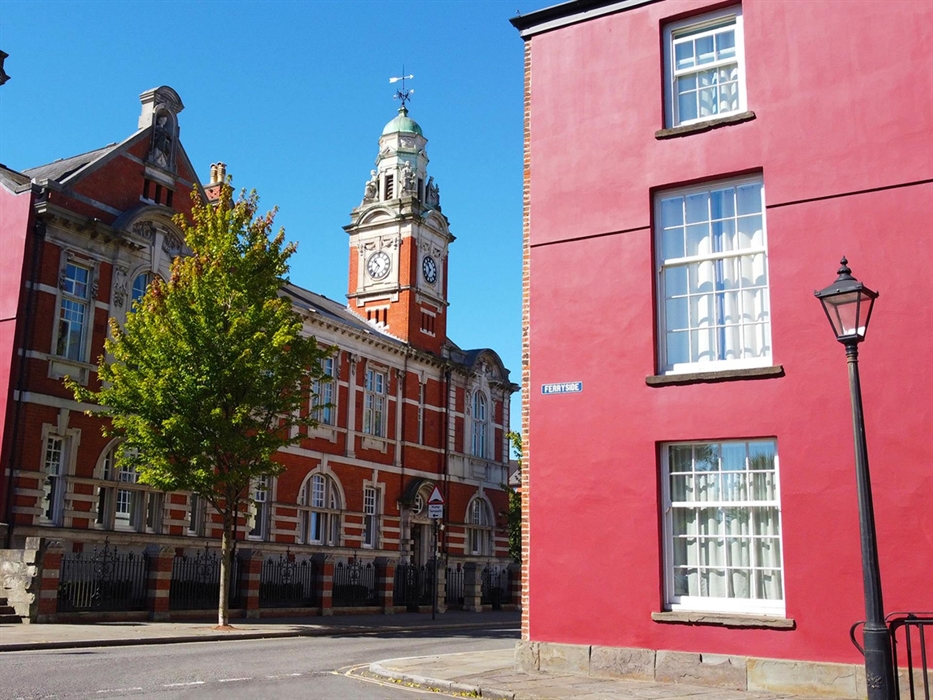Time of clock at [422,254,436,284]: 10:36
